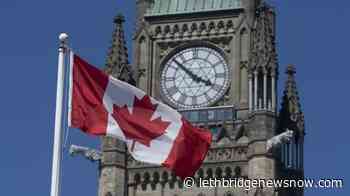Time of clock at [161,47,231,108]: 3:52
